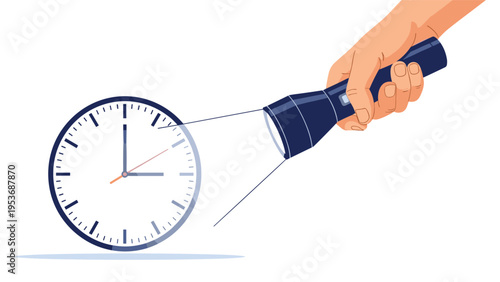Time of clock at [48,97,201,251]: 3:00
